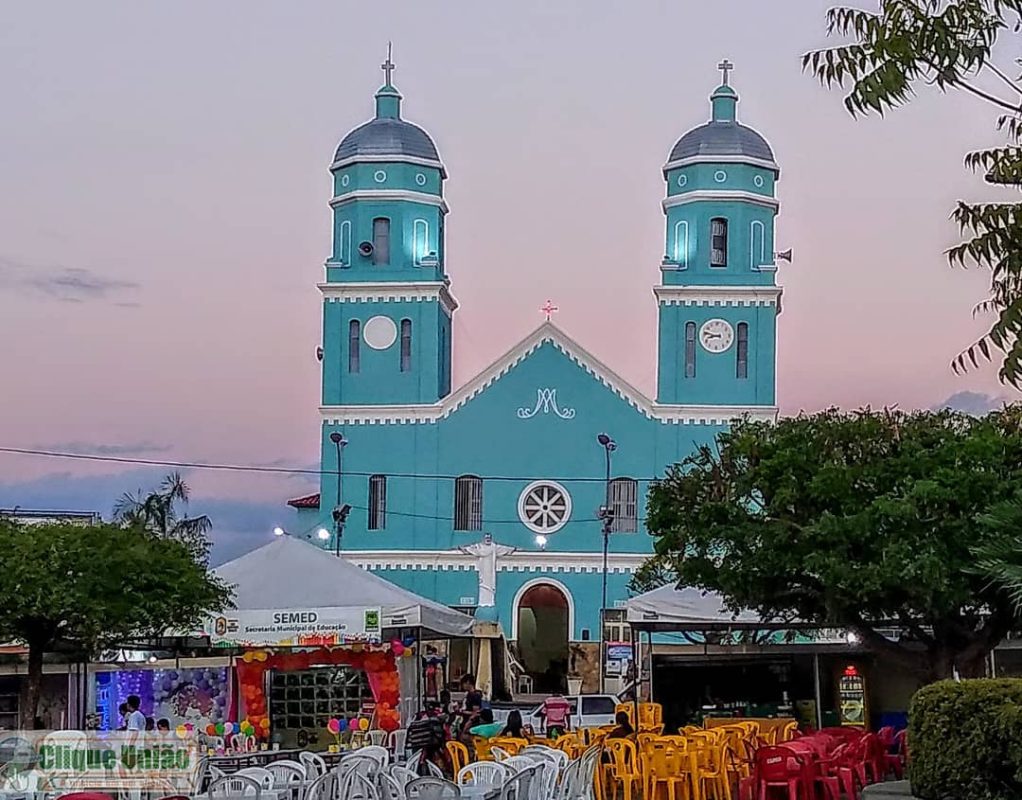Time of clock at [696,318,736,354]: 8:47
